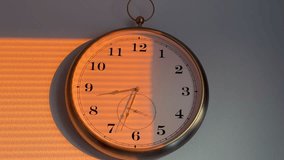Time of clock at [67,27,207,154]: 6:43
